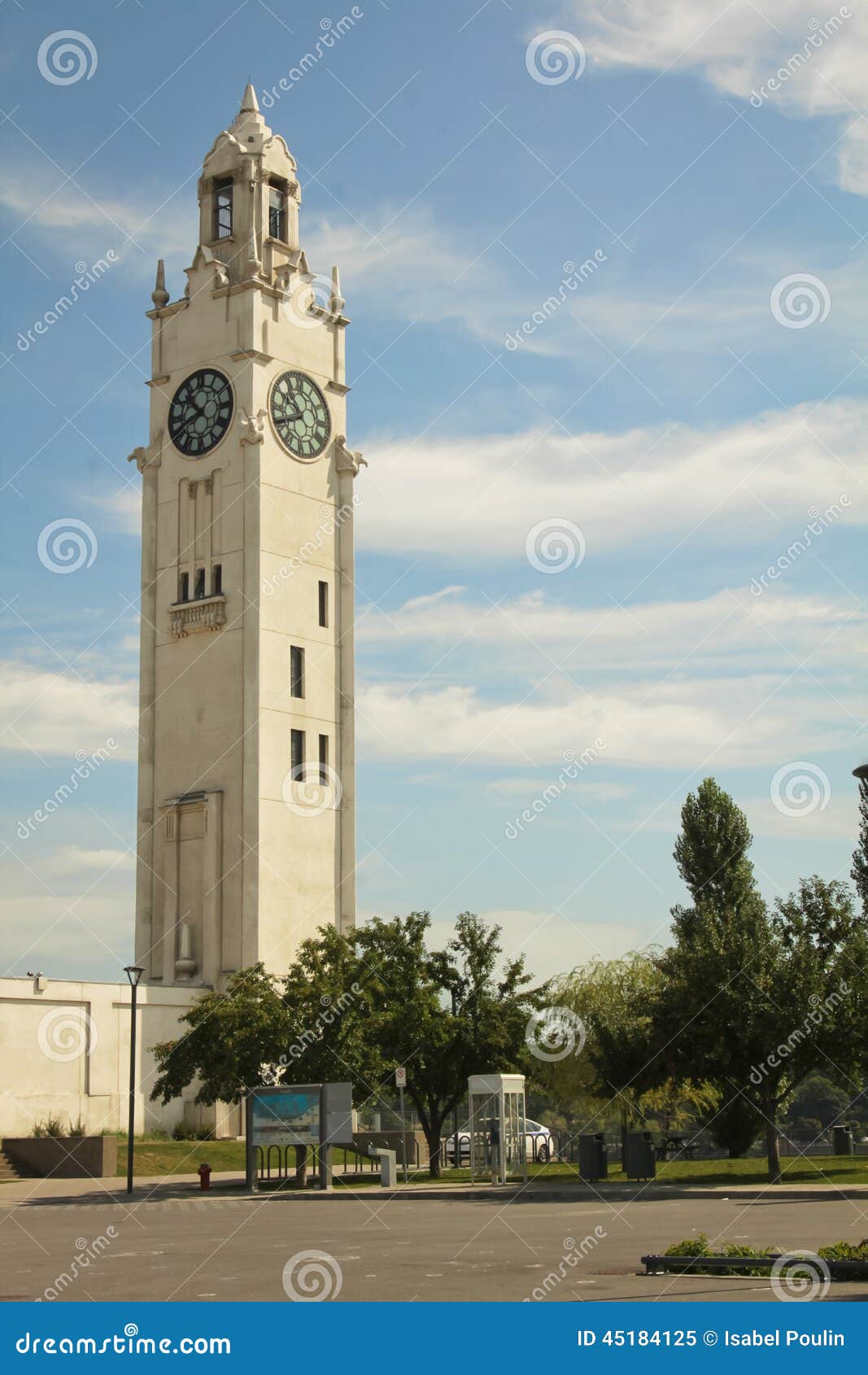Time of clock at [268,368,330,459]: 10:41
